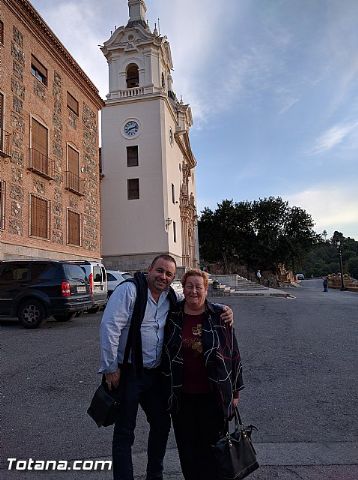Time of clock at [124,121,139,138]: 8:12
